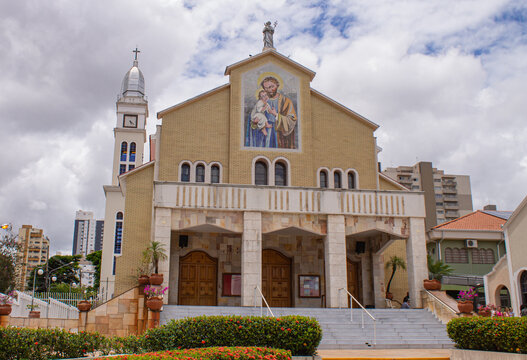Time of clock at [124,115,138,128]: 5:21
